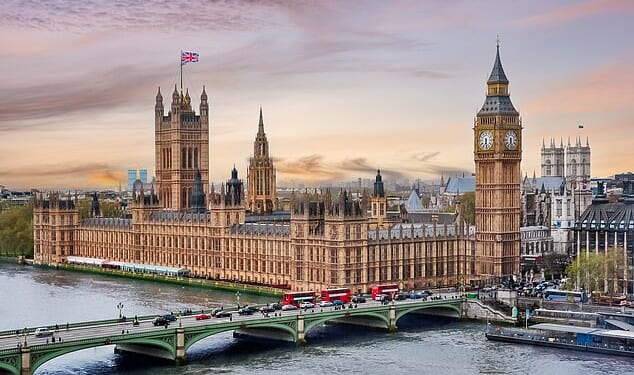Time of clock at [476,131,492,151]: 6:28
